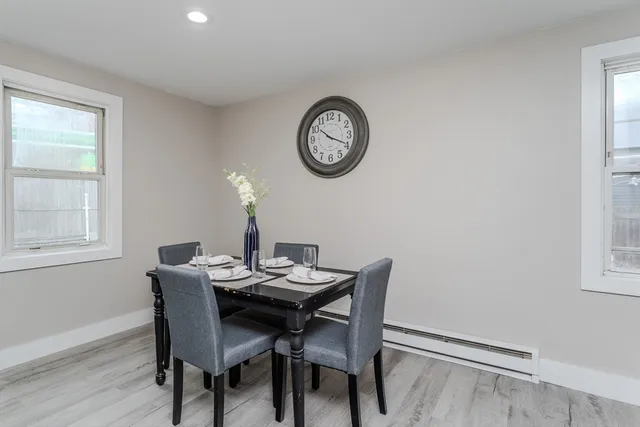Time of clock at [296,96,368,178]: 10:19
